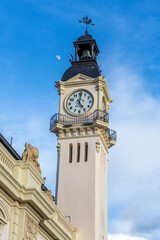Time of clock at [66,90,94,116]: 5:00
